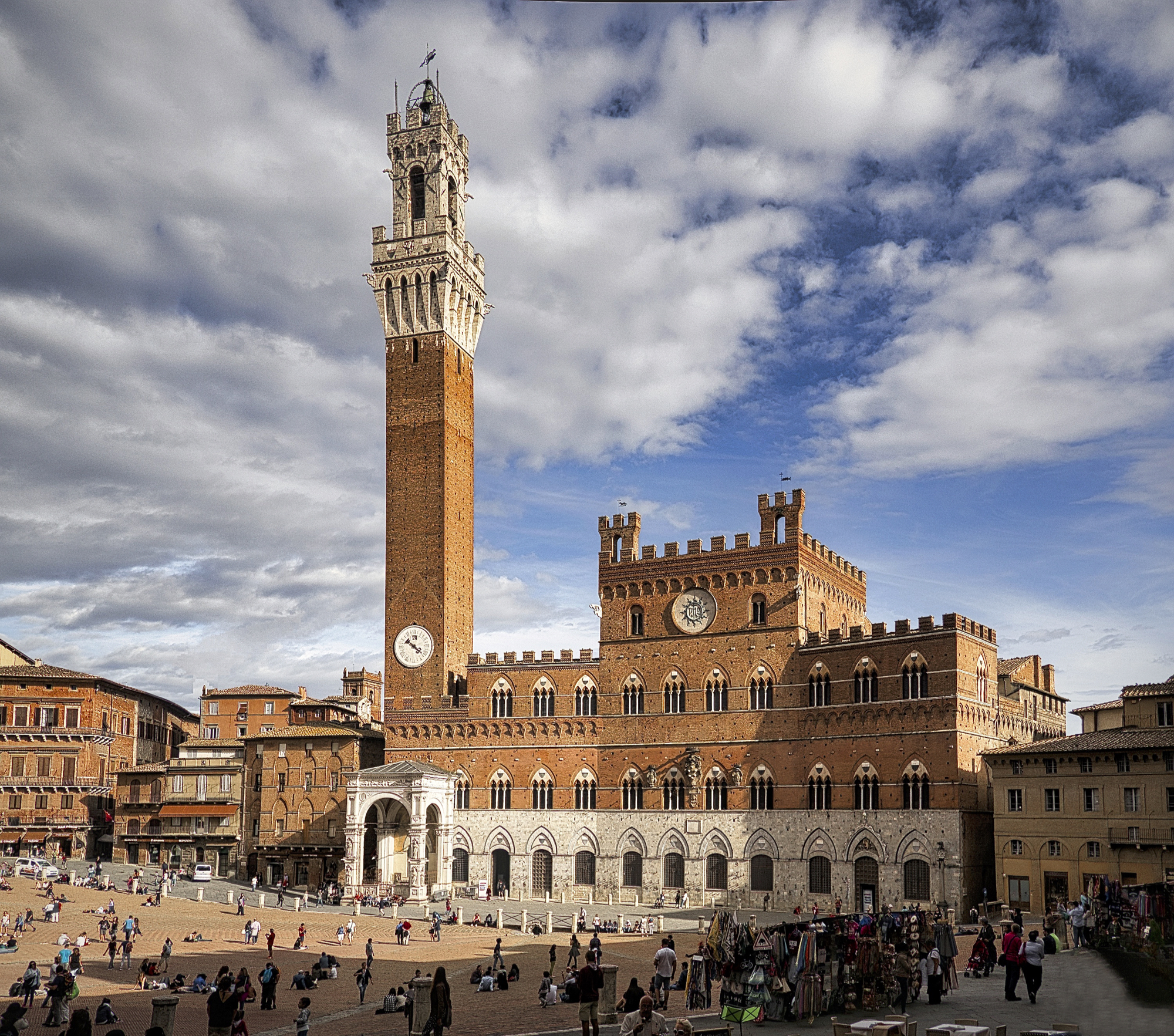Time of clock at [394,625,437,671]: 10:21
